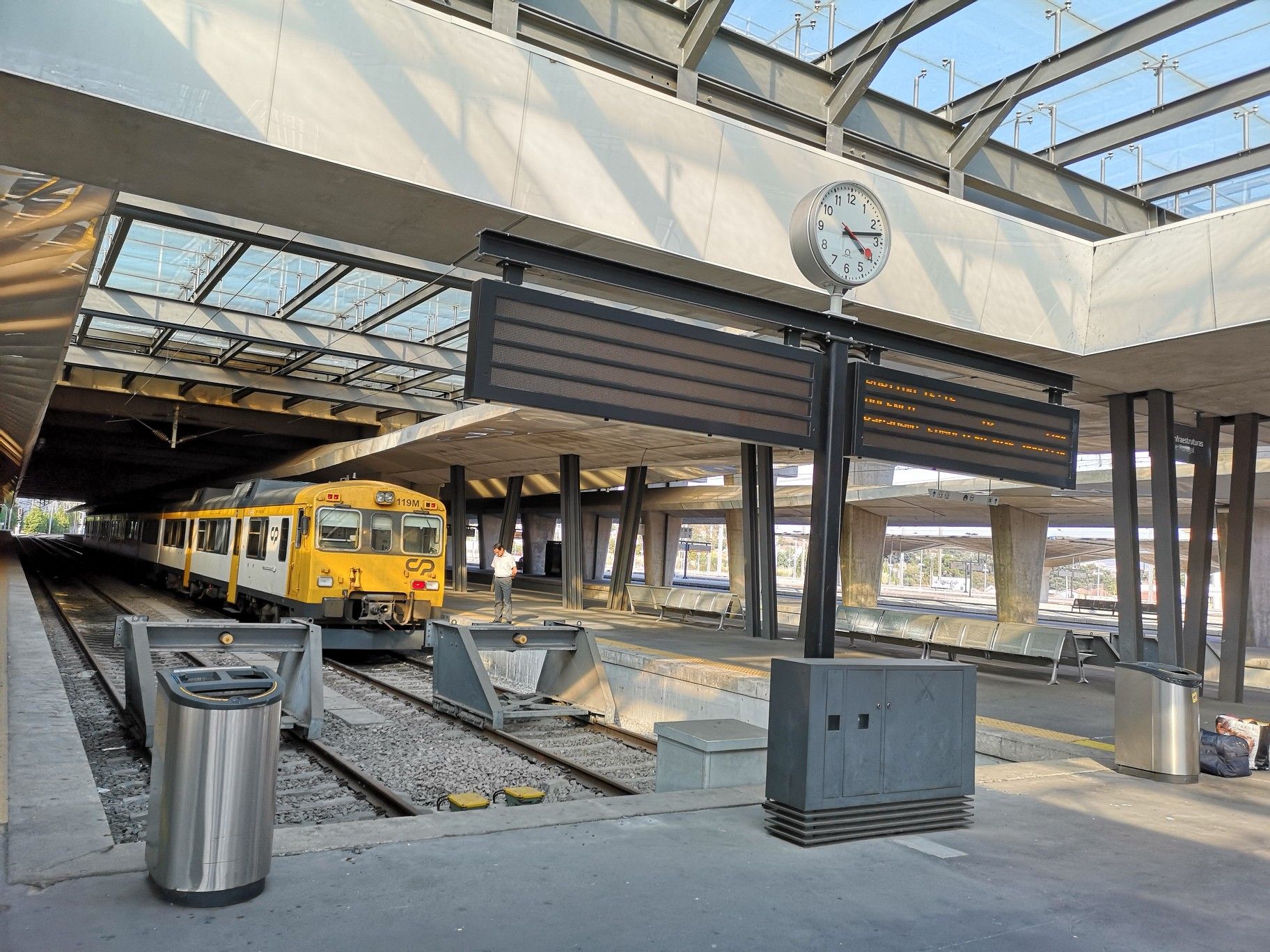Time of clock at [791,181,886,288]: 4:13
